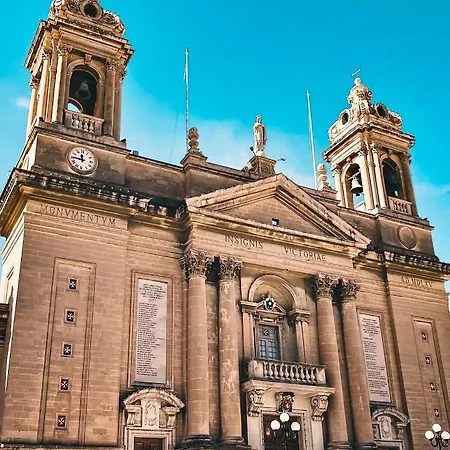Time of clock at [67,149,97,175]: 11:45
